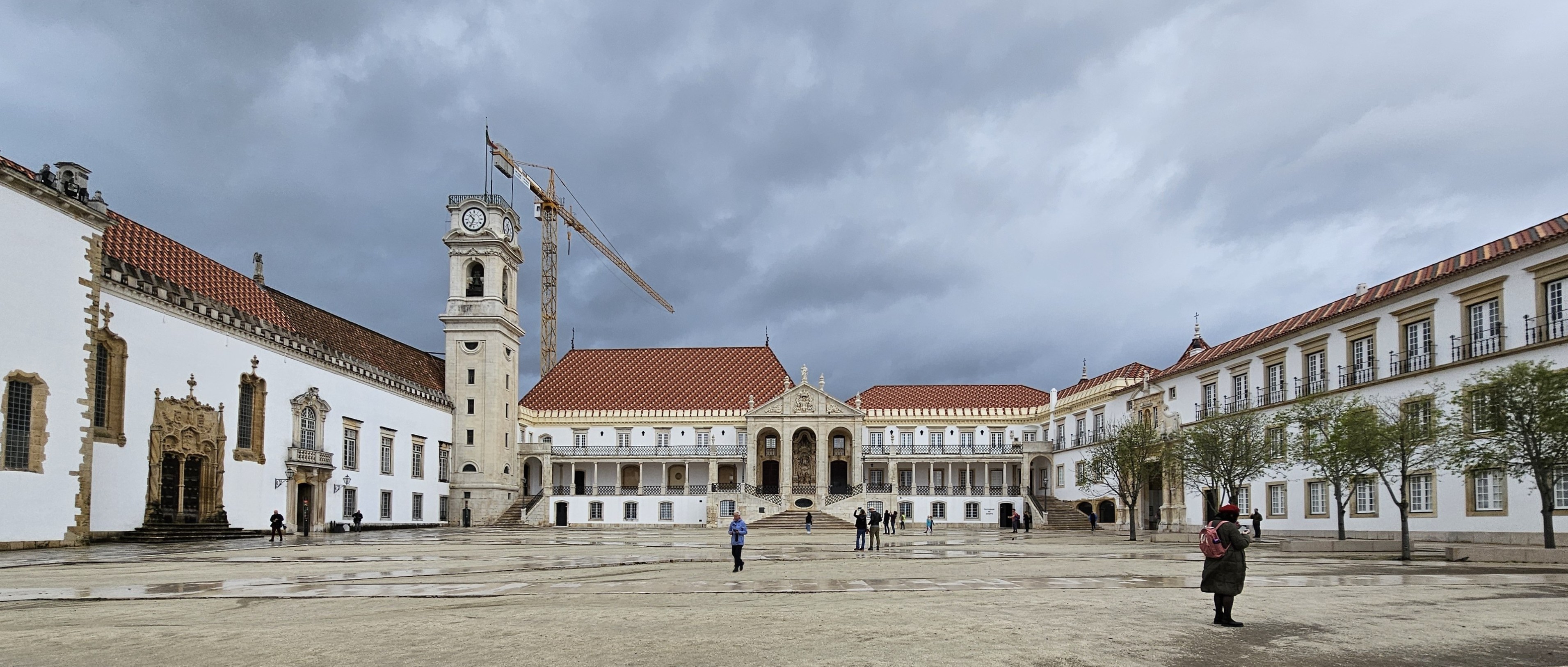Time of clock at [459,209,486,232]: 10:34
